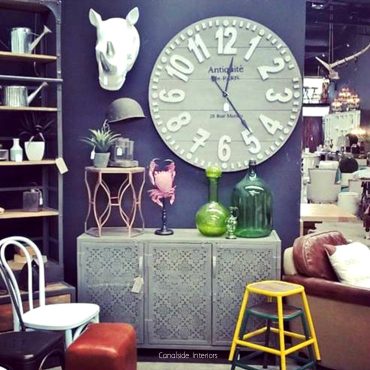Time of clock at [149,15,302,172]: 12:23
